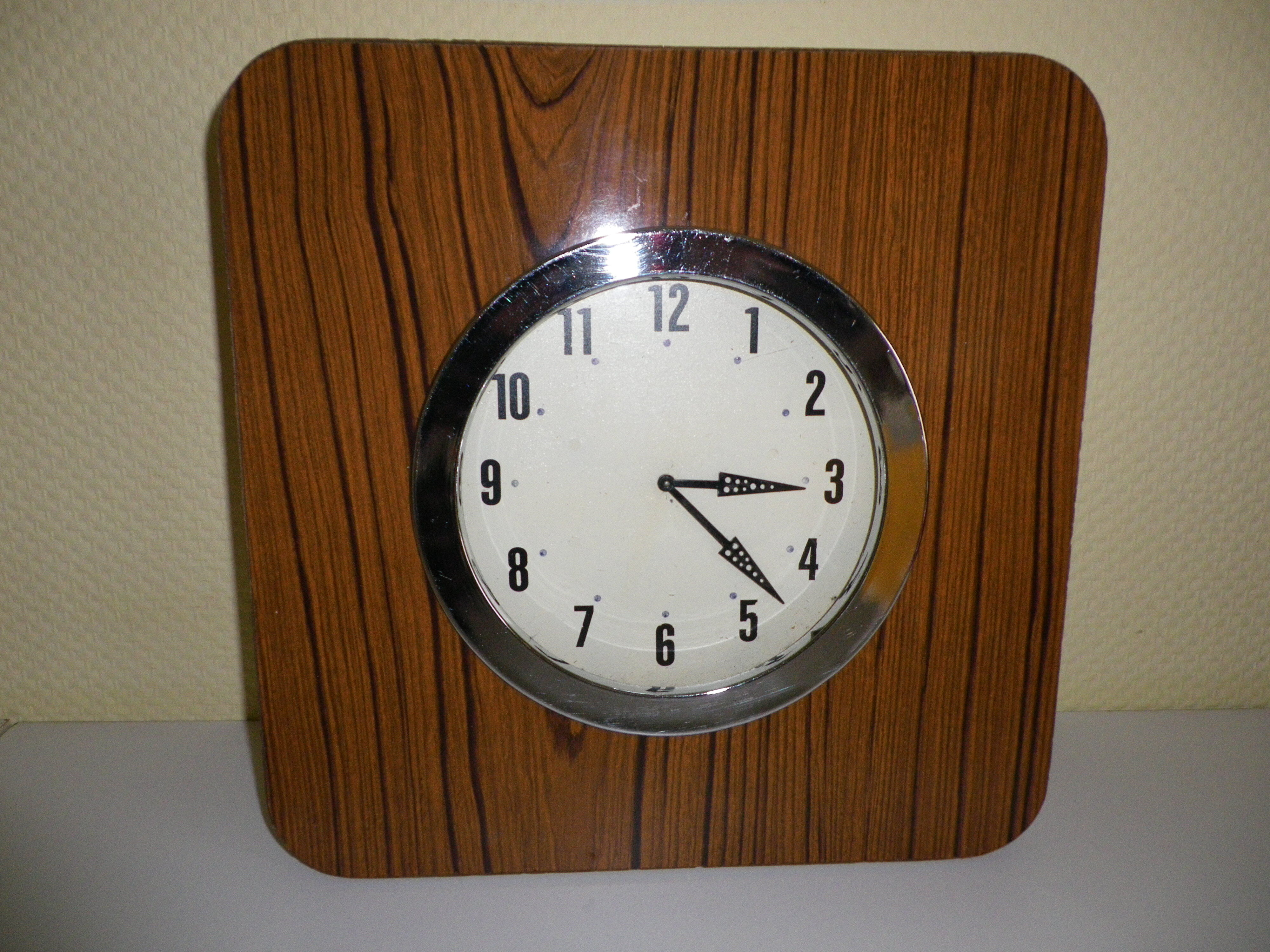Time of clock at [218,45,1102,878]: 3:22
